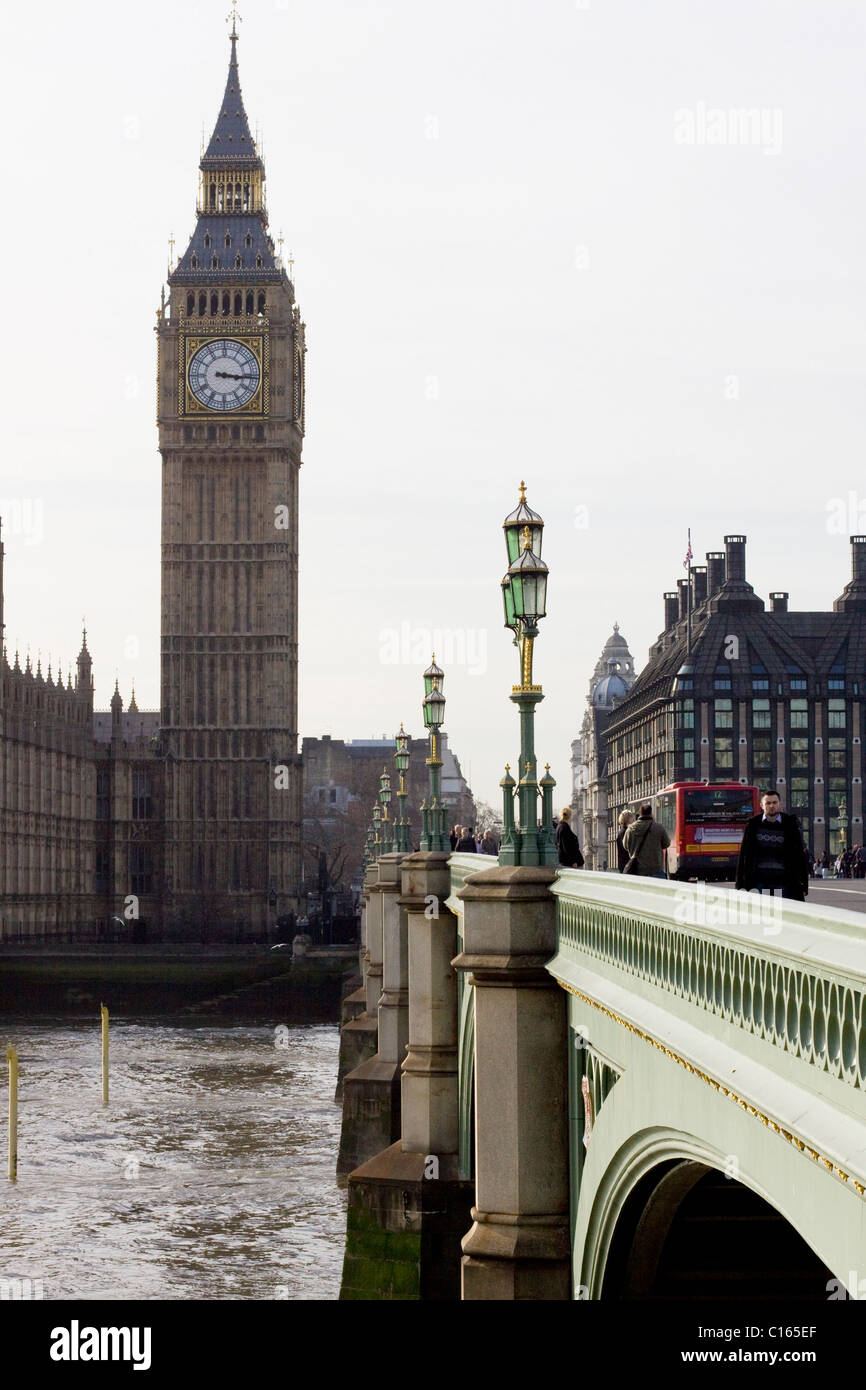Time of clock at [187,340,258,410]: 3:16
